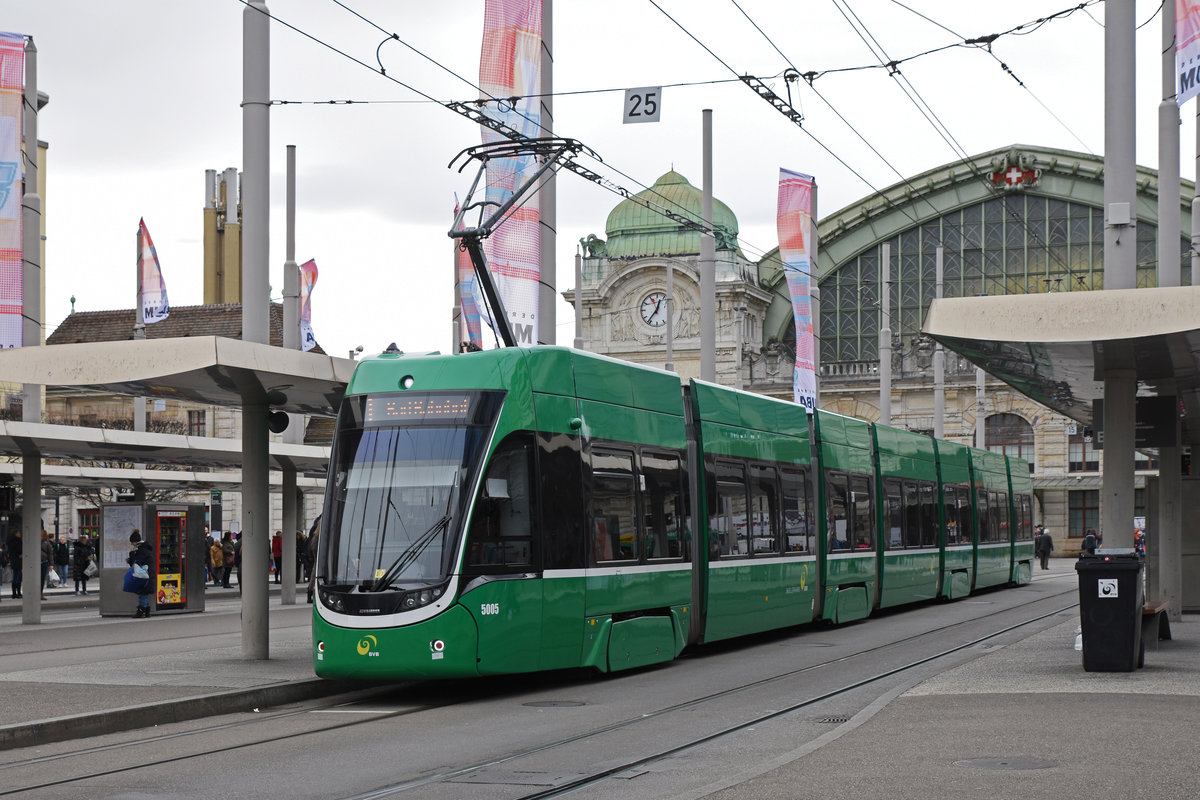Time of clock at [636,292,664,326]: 12:36
